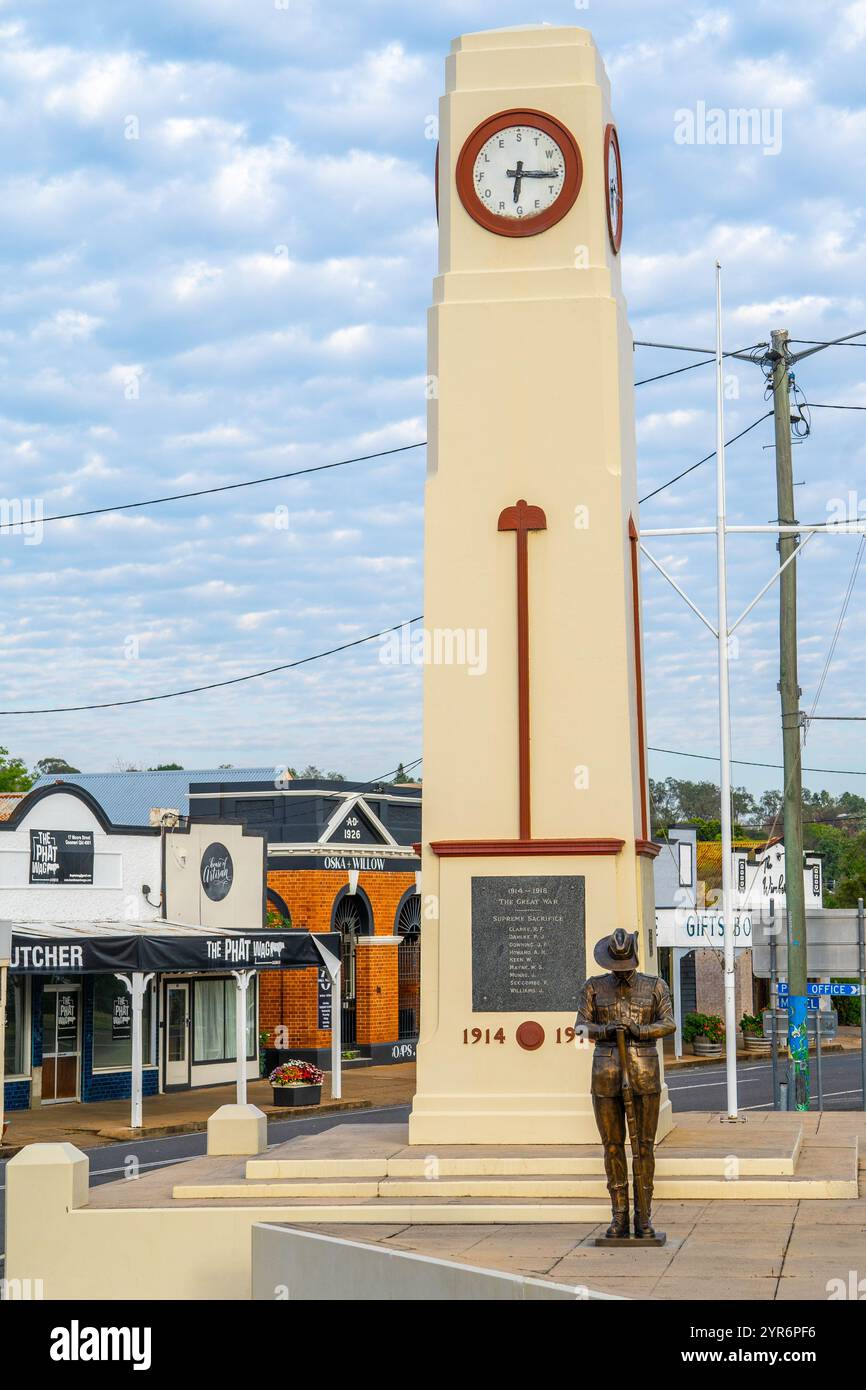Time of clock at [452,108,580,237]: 6:15
